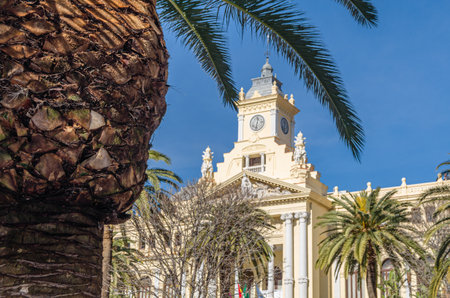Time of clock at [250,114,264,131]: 12:32
